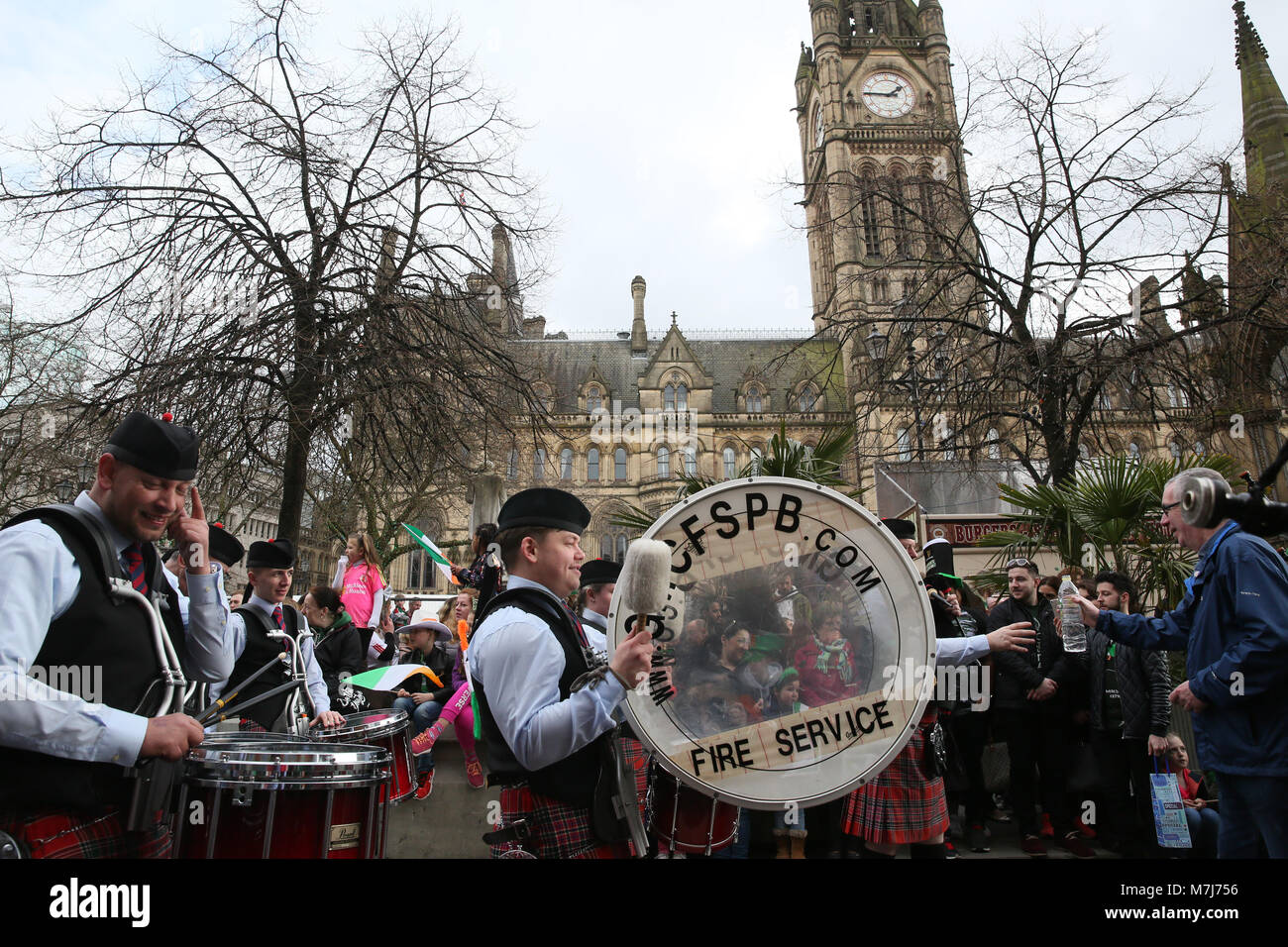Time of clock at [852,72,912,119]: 1:46
